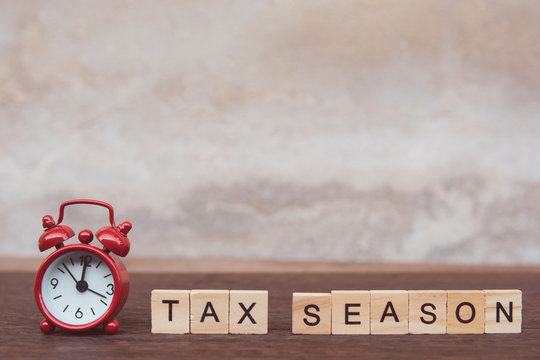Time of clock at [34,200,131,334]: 12:18
